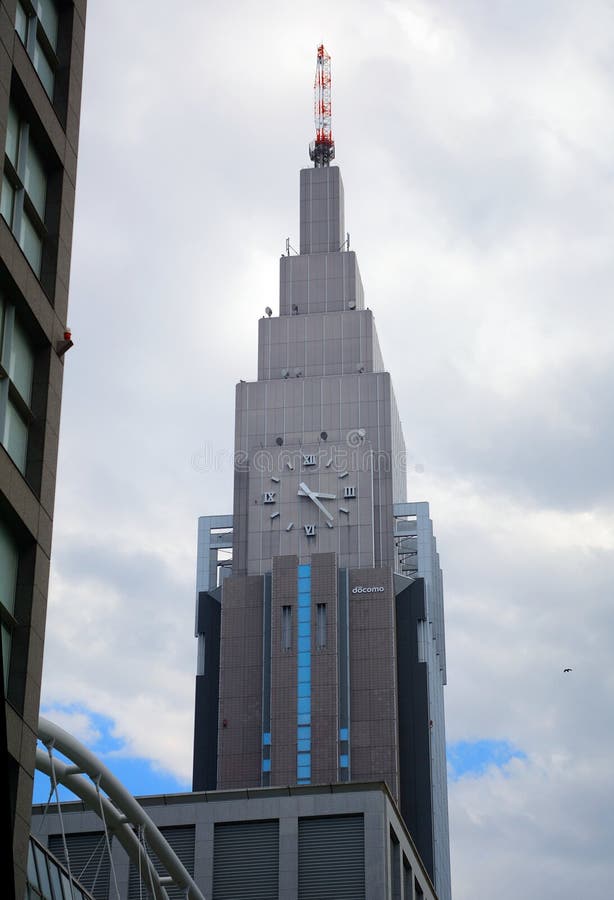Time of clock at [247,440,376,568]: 3:22
